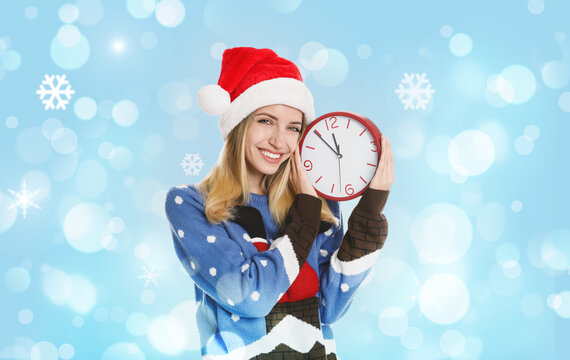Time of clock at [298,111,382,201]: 11:54
